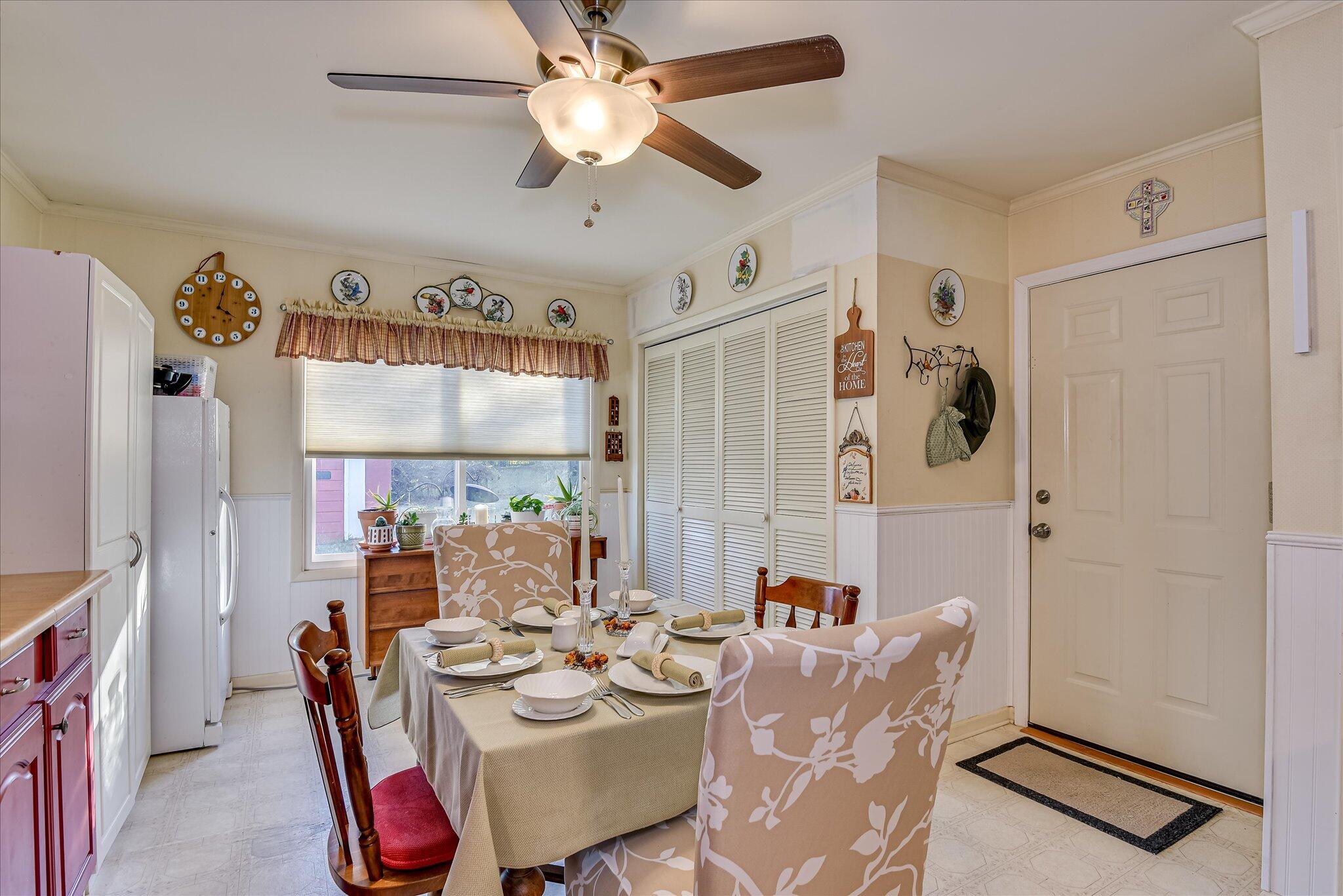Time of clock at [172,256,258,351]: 4:02
